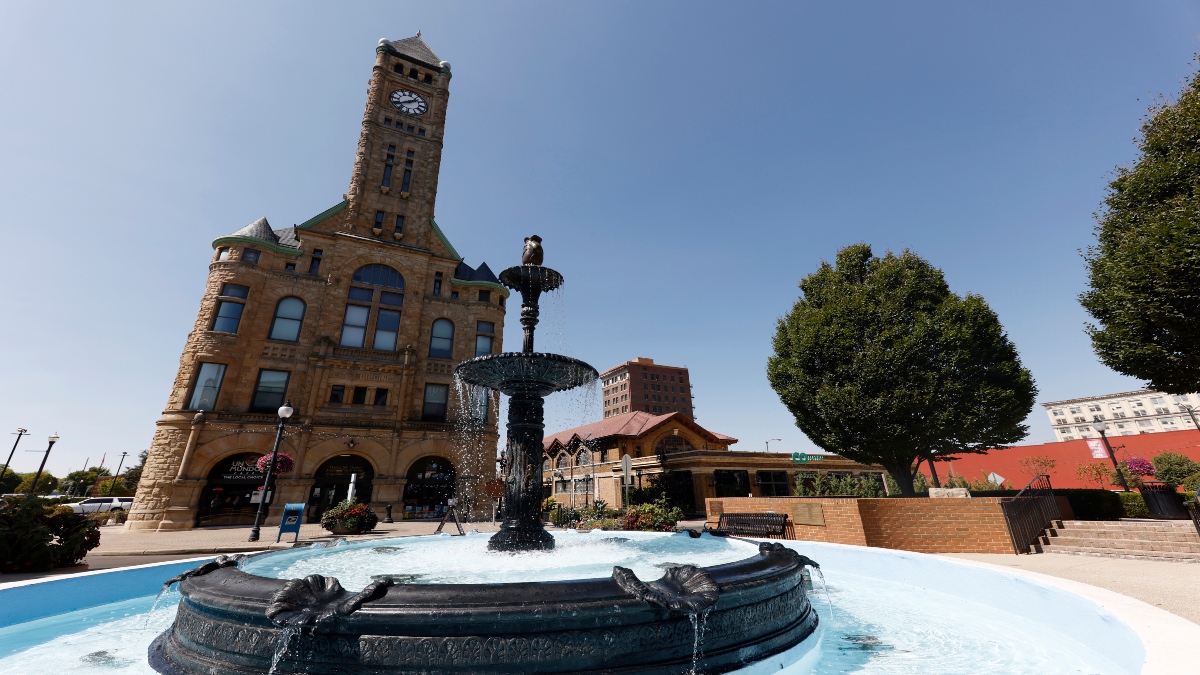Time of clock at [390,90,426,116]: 1:40
